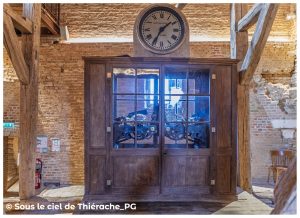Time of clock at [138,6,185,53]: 1:35
